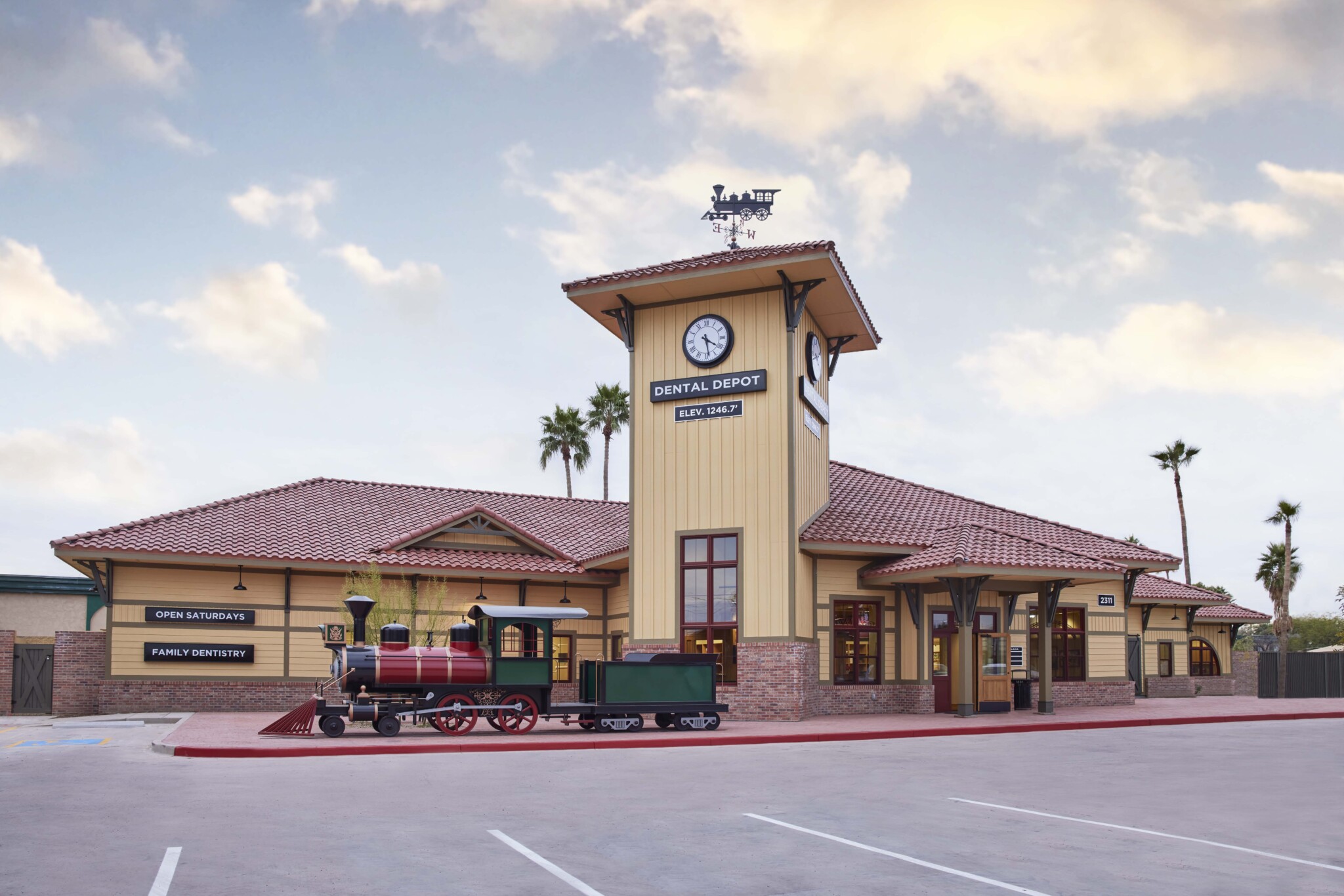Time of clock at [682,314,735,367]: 4:28
